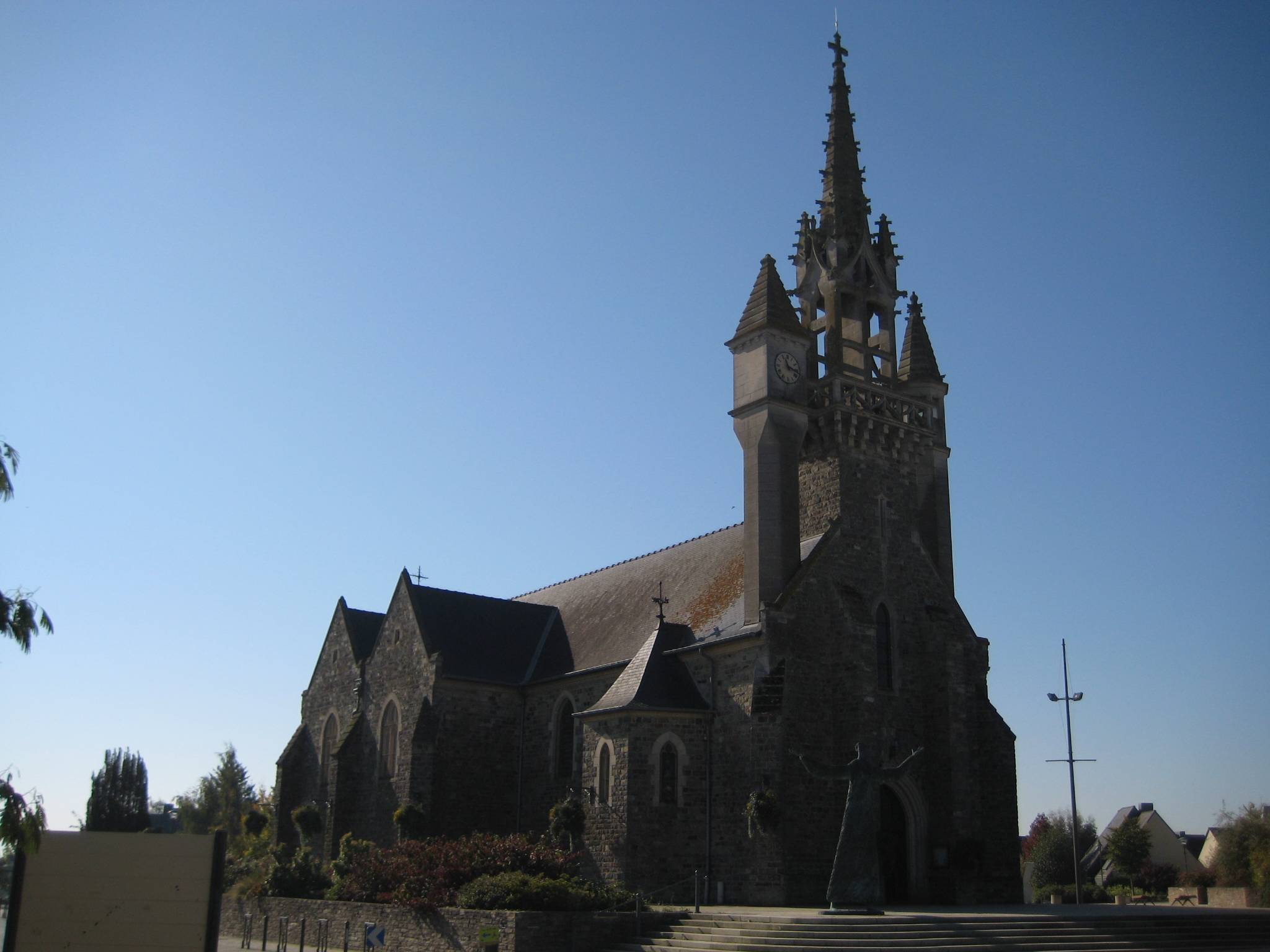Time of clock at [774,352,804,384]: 11:17
